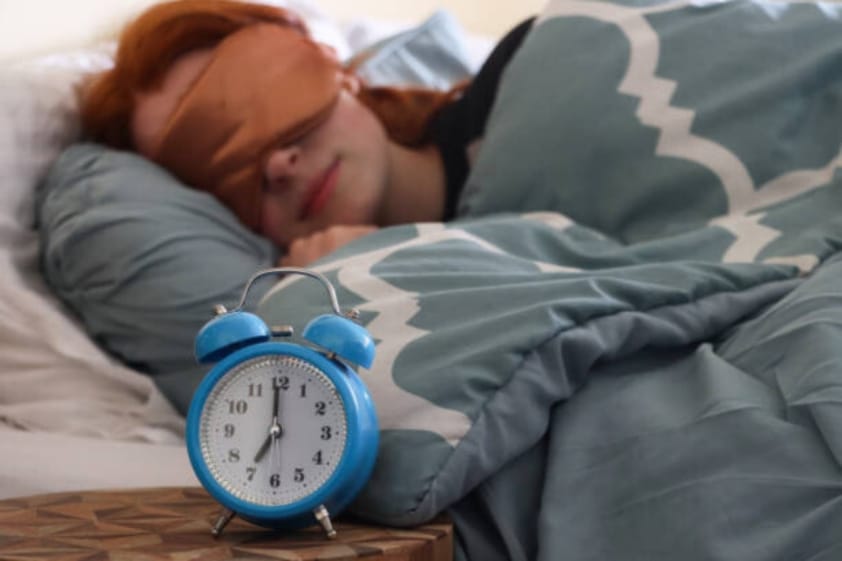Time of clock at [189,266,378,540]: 7:00
